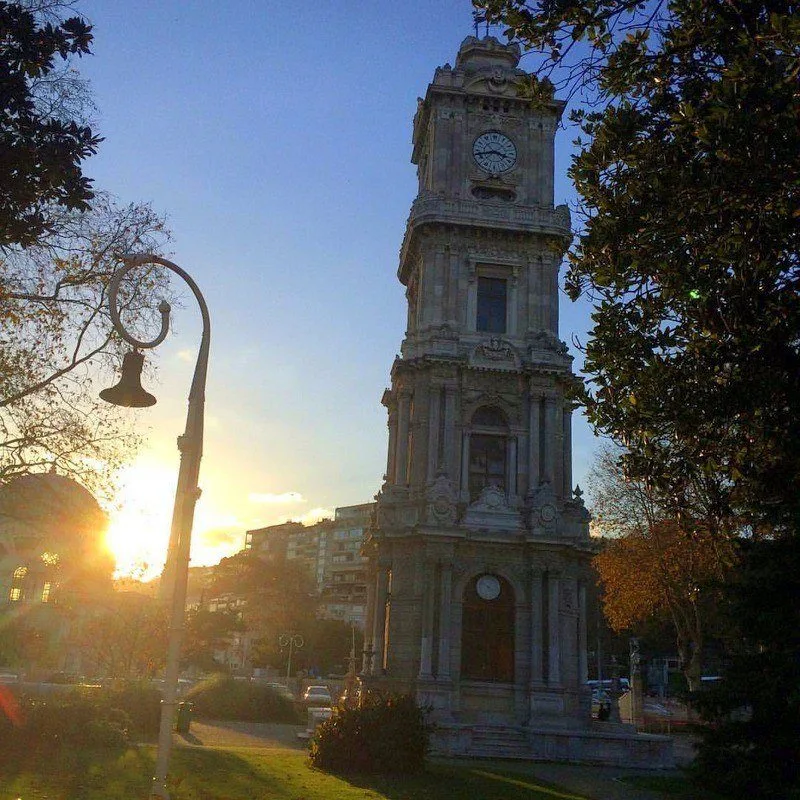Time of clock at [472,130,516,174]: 3:42
